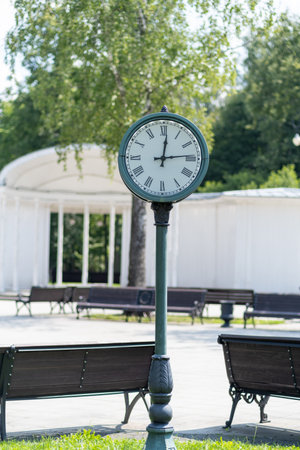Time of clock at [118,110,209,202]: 12:13
